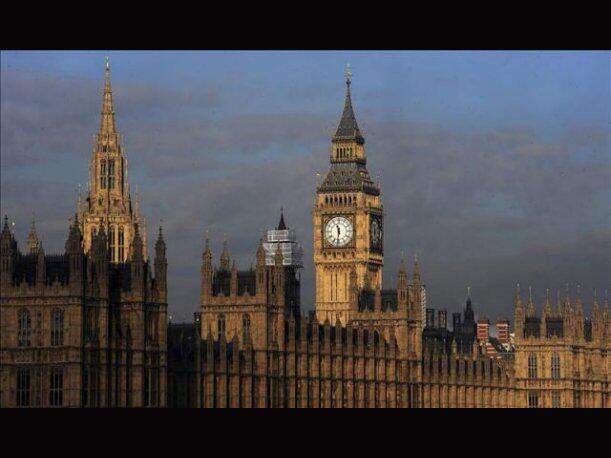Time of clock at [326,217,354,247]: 11:31
